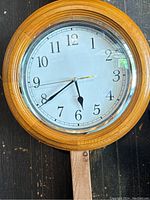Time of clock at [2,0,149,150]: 5:39
